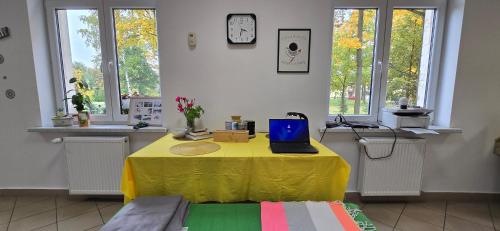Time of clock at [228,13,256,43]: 3:32
